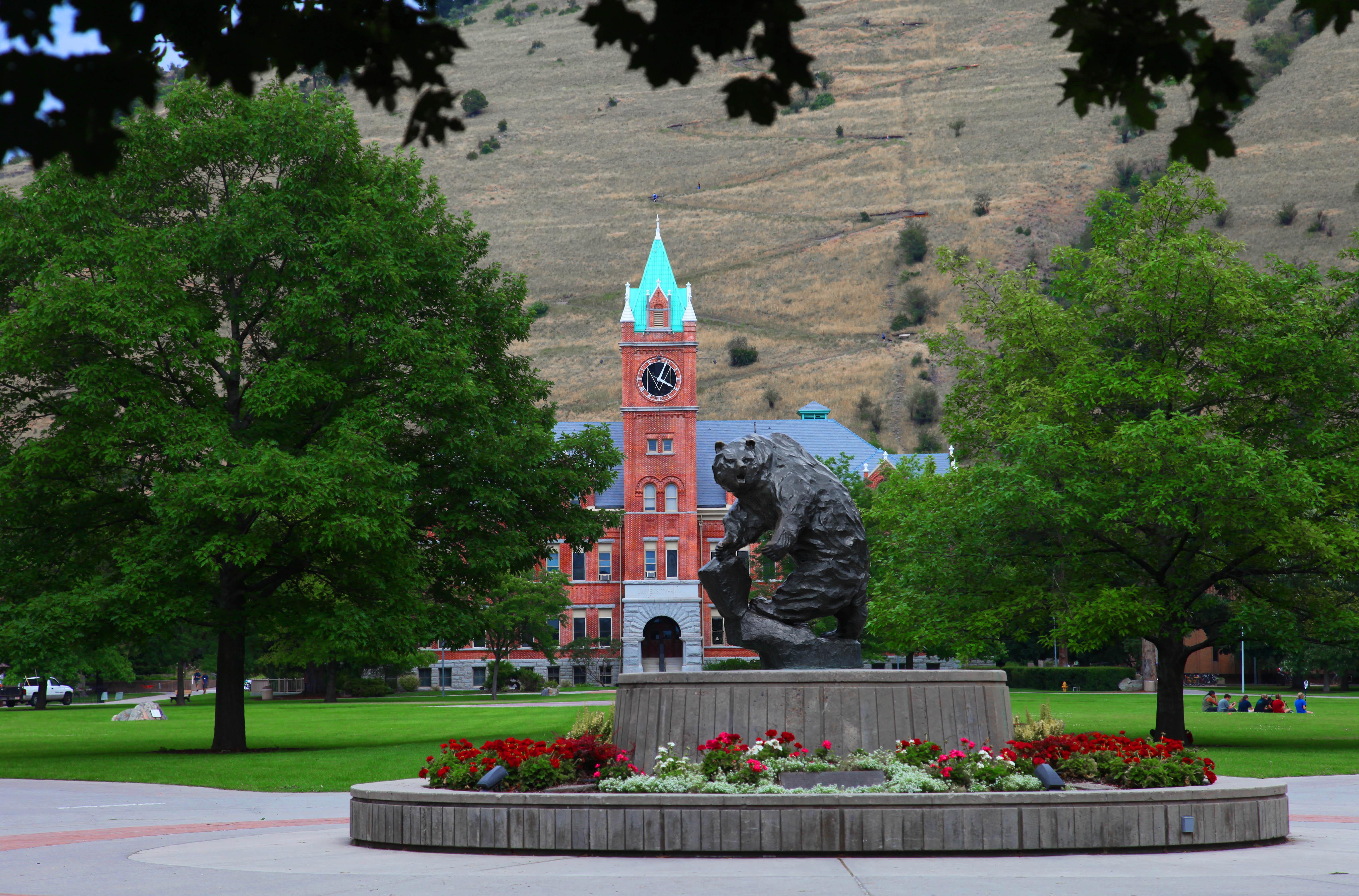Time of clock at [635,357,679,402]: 4:04
